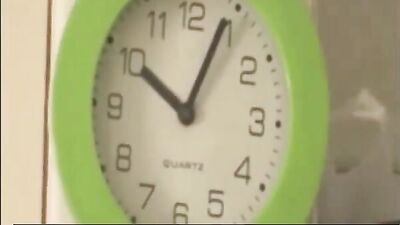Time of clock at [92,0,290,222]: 10:04
